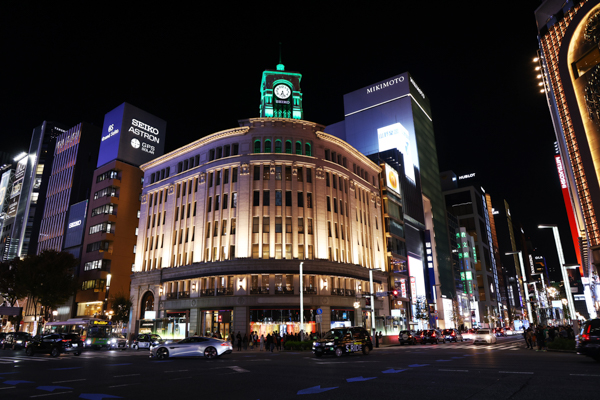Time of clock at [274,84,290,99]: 6:26
